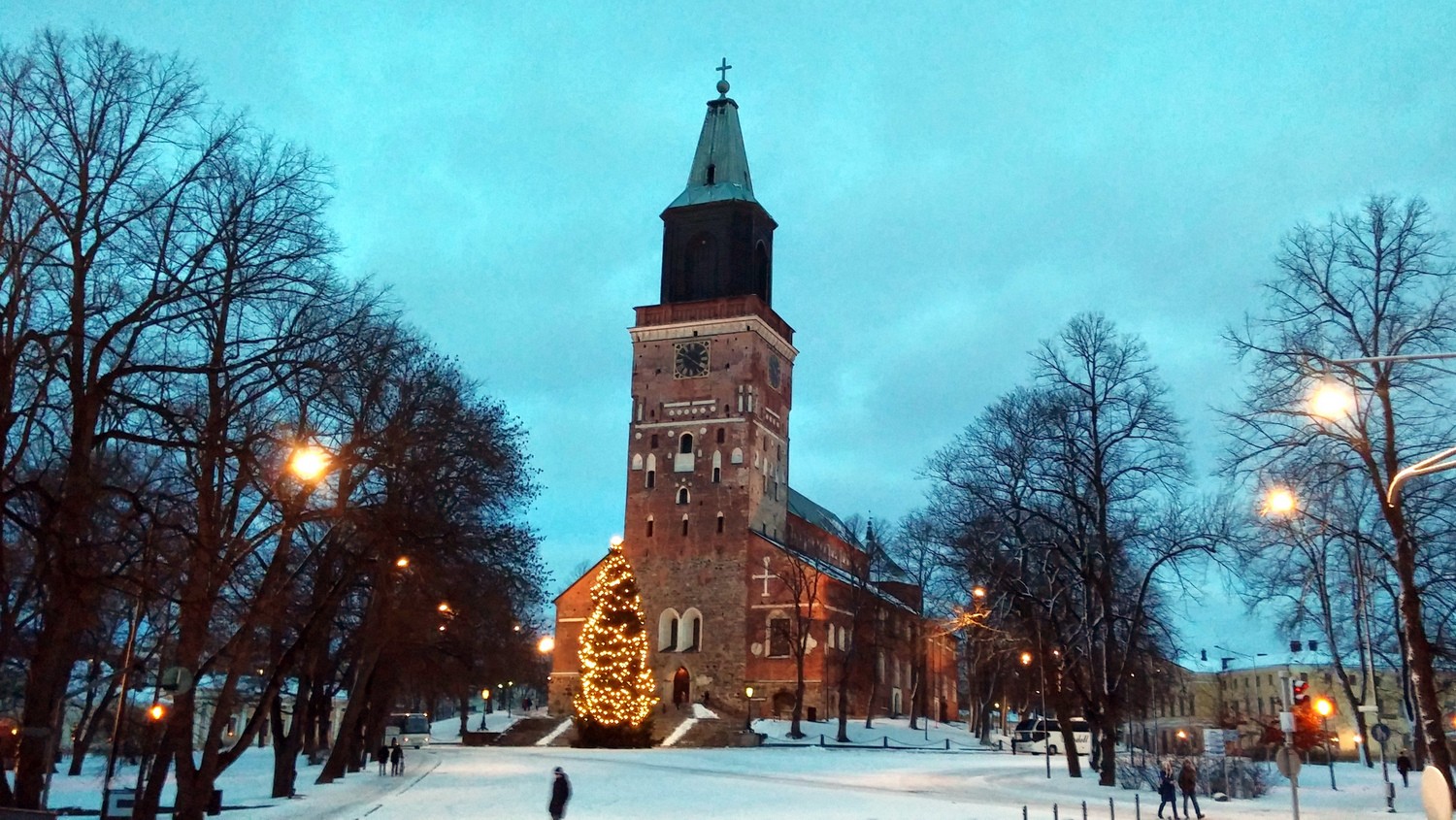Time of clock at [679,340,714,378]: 10:20
